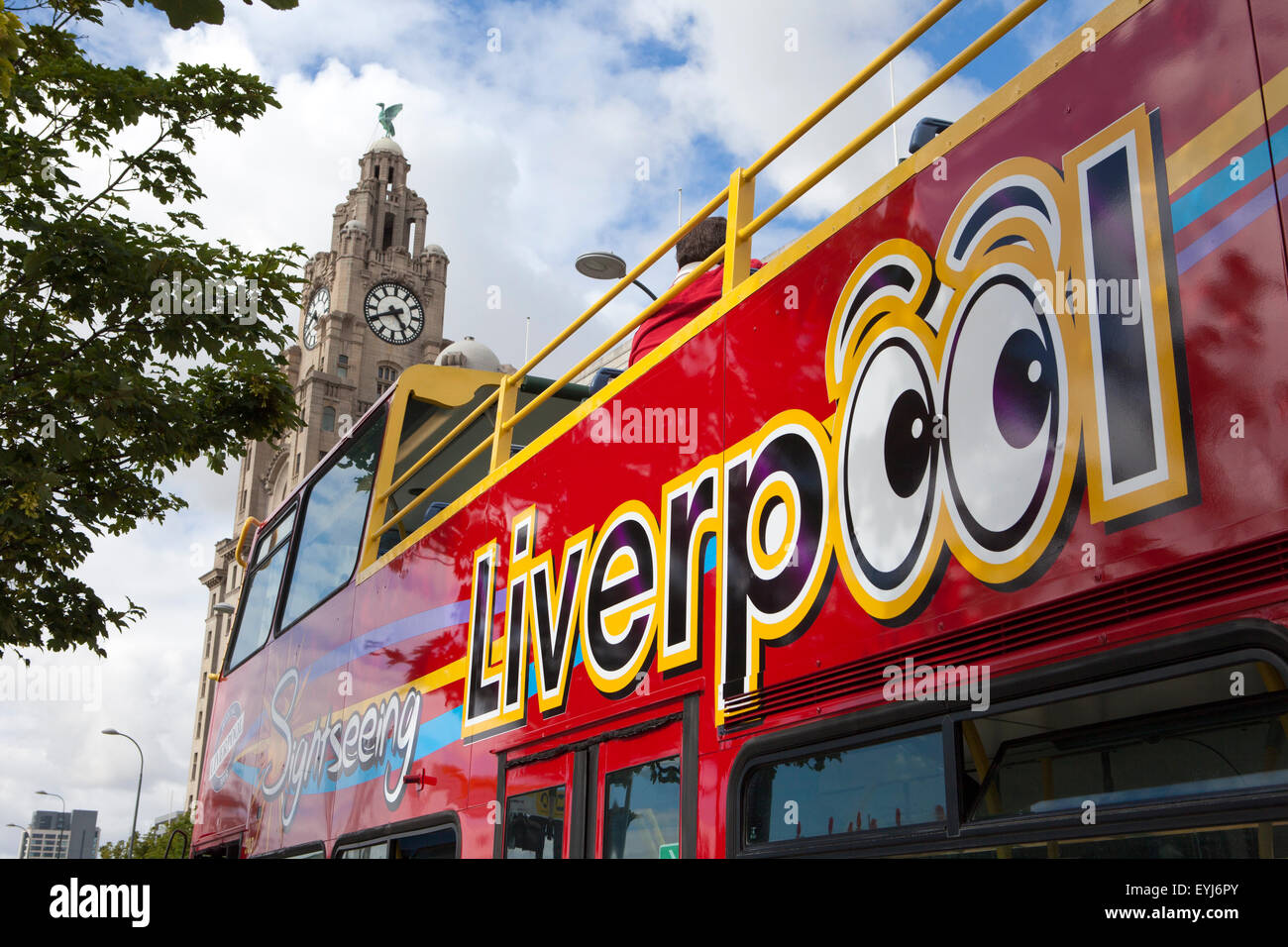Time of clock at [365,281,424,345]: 4:40
